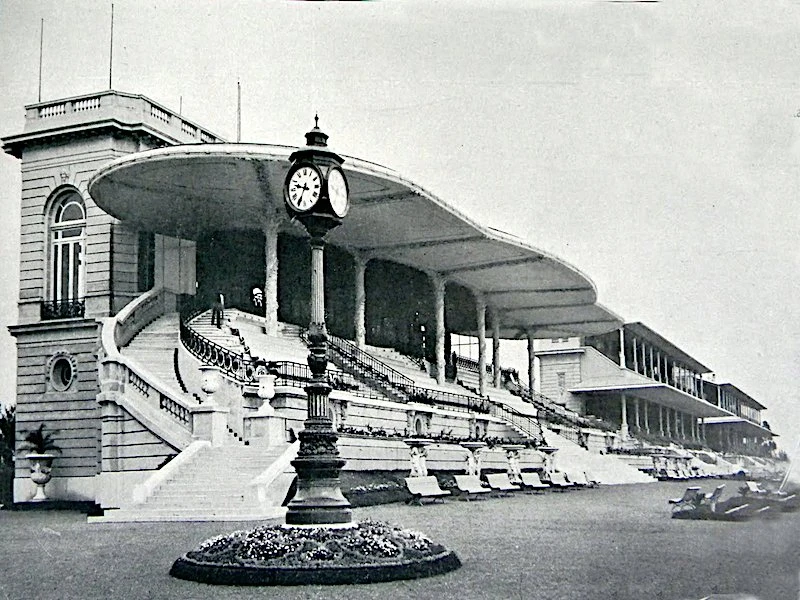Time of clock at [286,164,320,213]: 9:34
